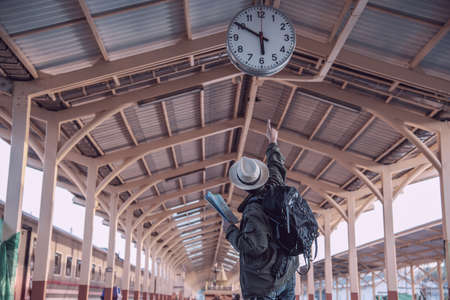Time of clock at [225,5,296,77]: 5:50
